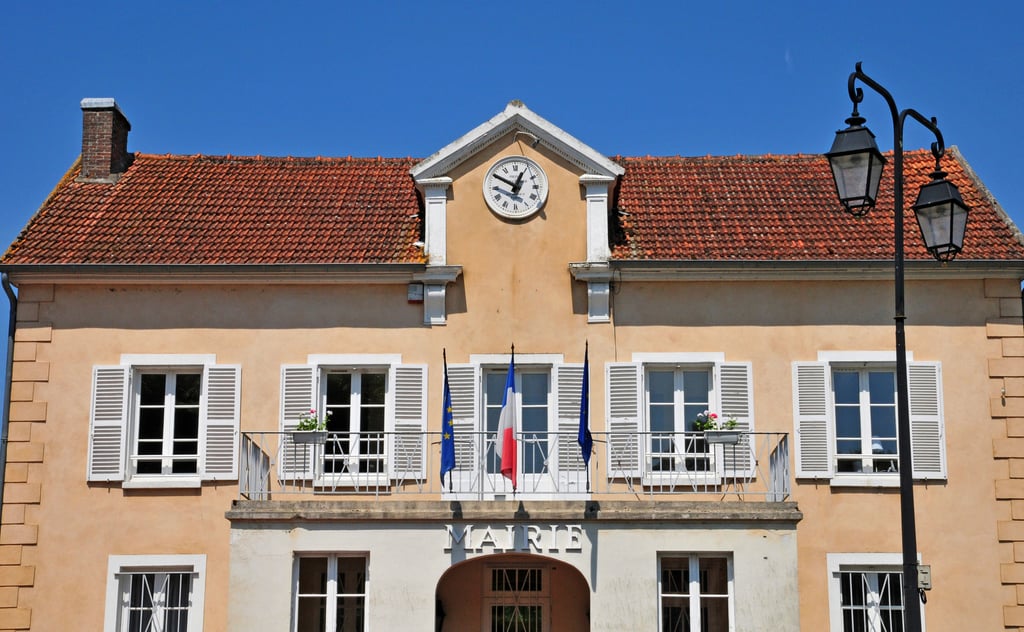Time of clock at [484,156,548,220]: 12:50
